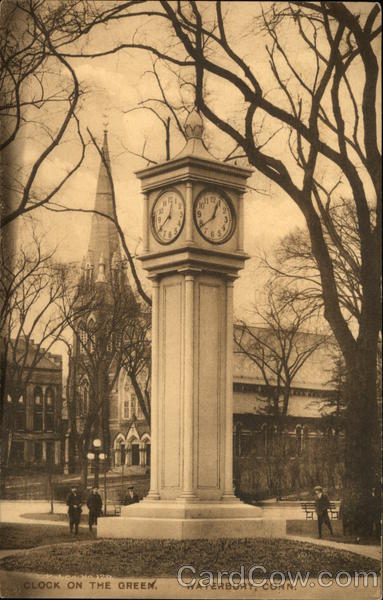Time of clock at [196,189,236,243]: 12:38
